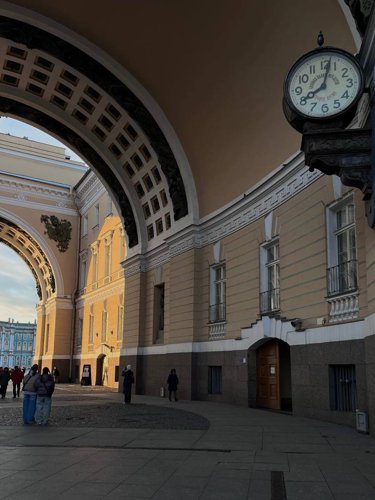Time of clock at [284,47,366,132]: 8:02
